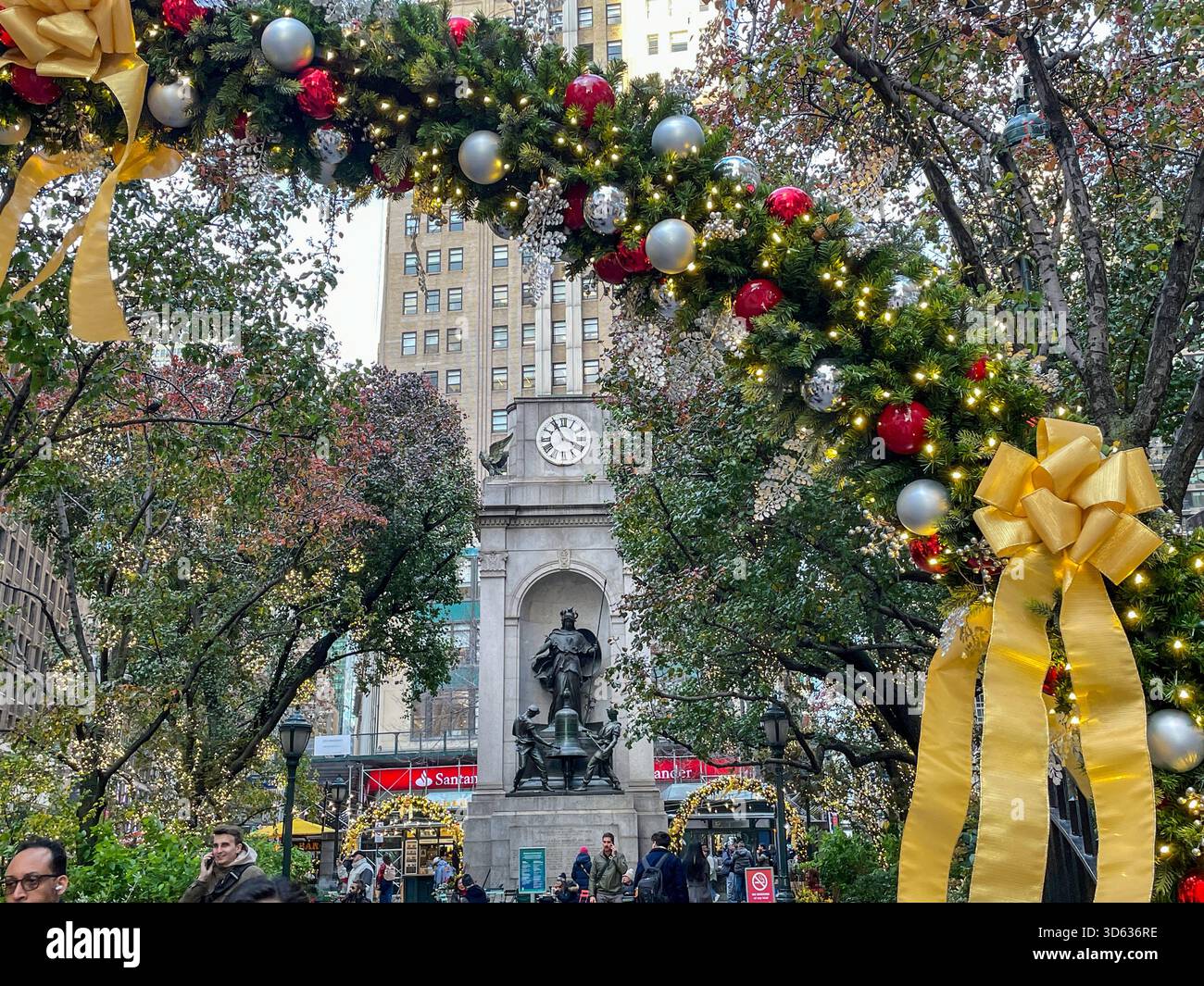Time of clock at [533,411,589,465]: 3:55
